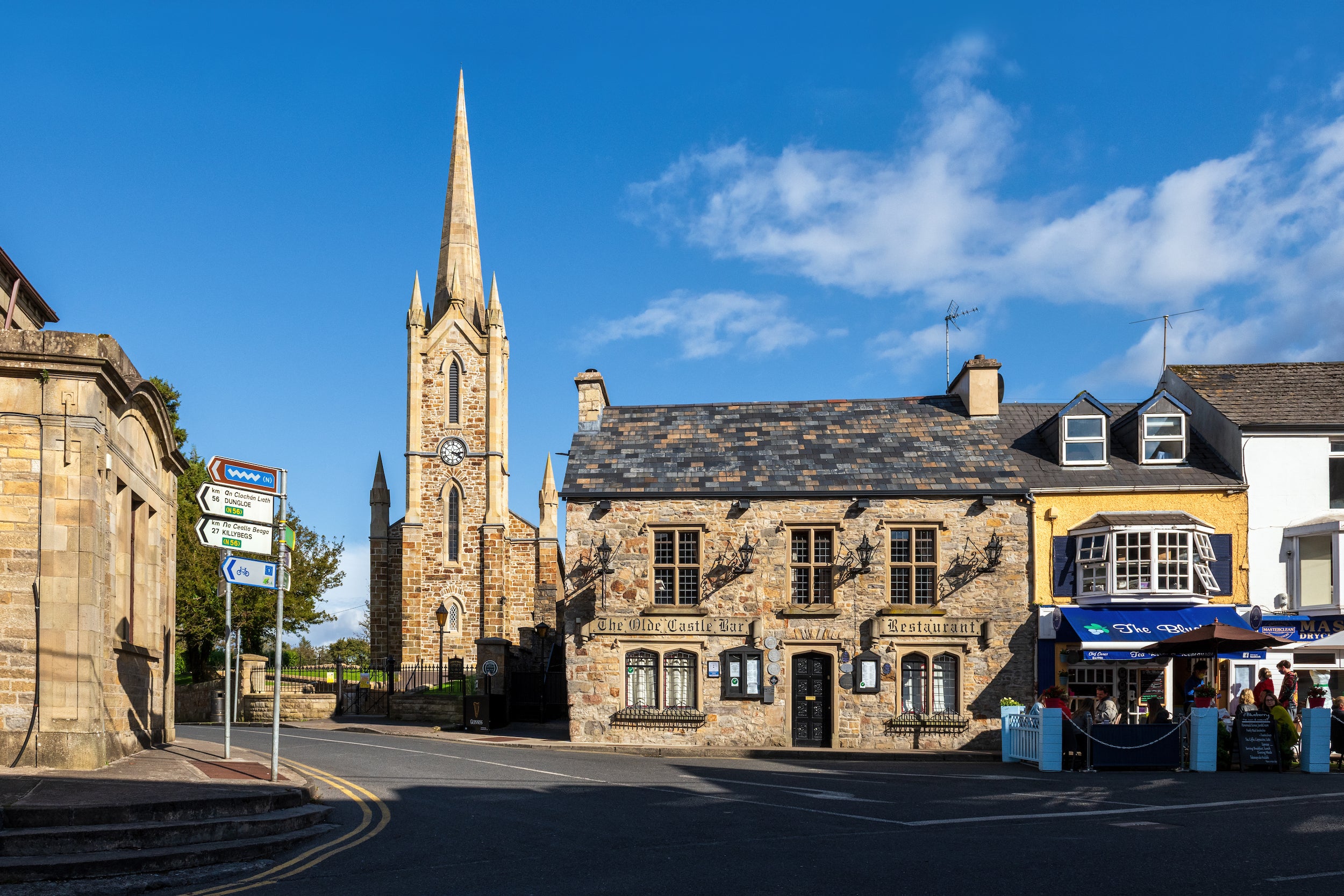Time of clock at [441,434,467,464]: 3:20
